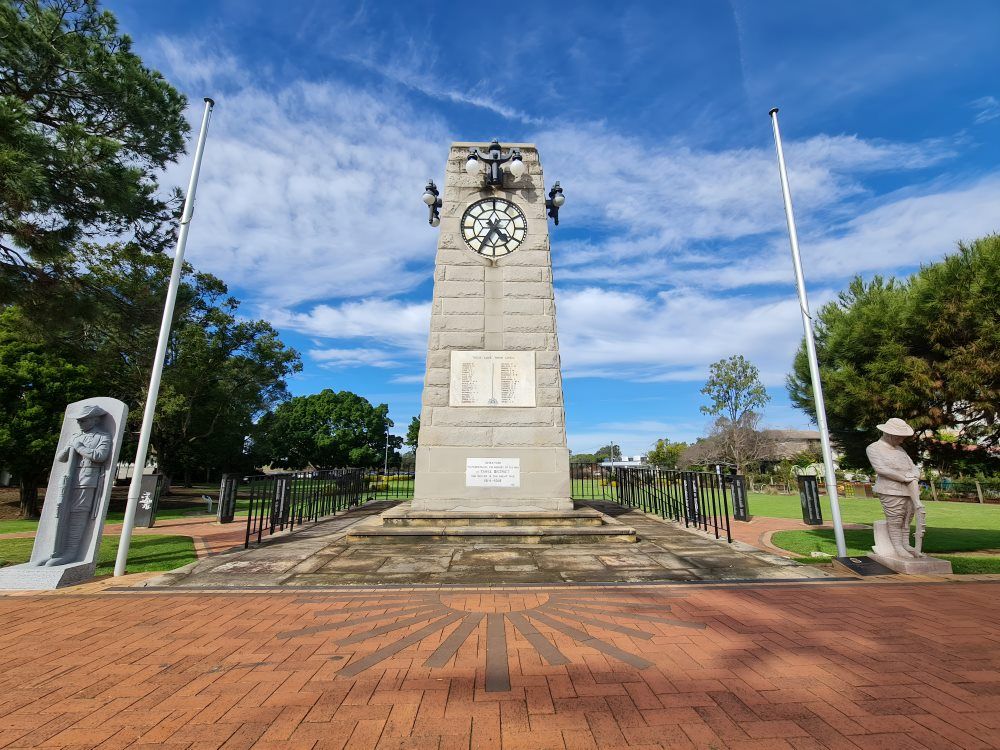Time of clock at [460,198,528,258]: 4:35
